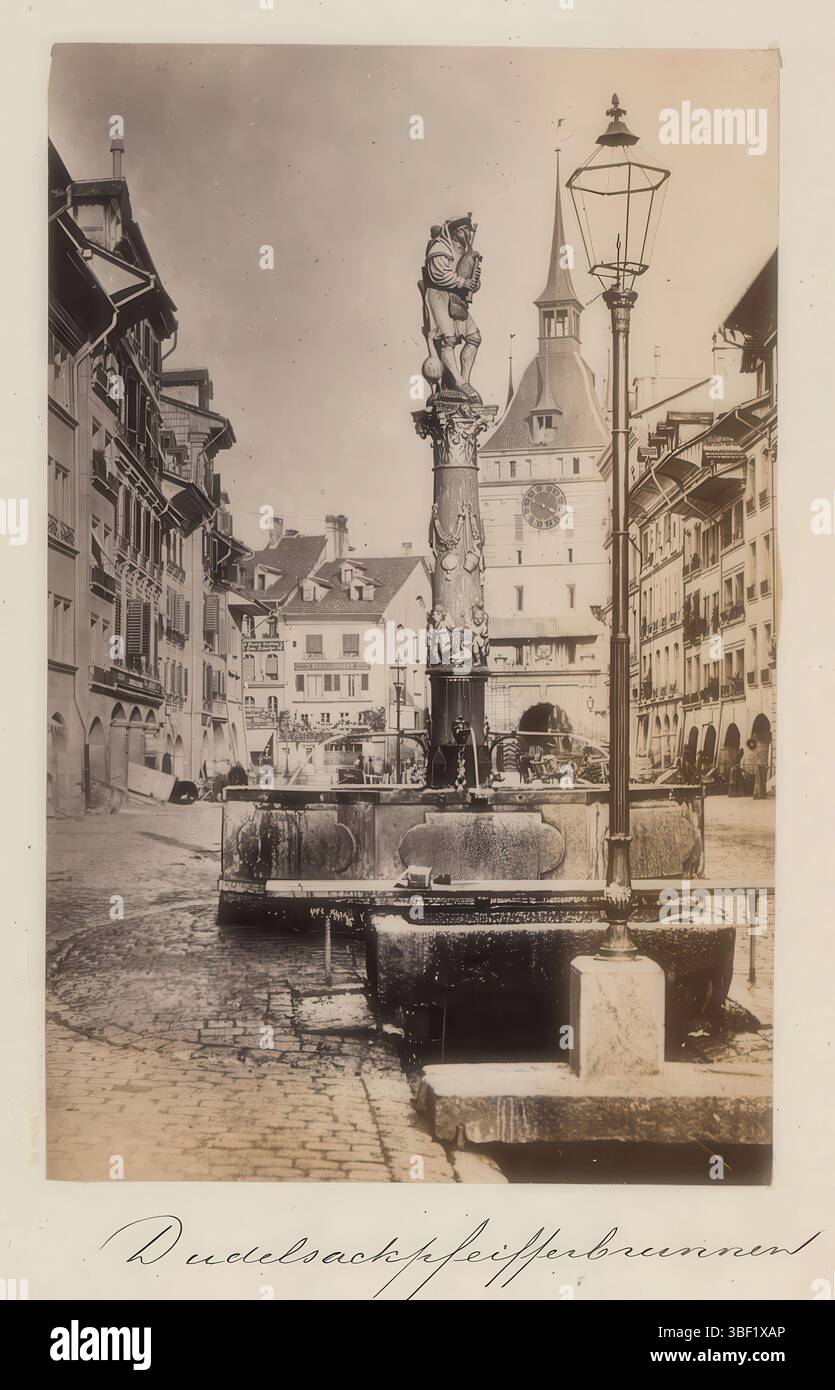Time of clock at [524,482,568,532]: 3:48
